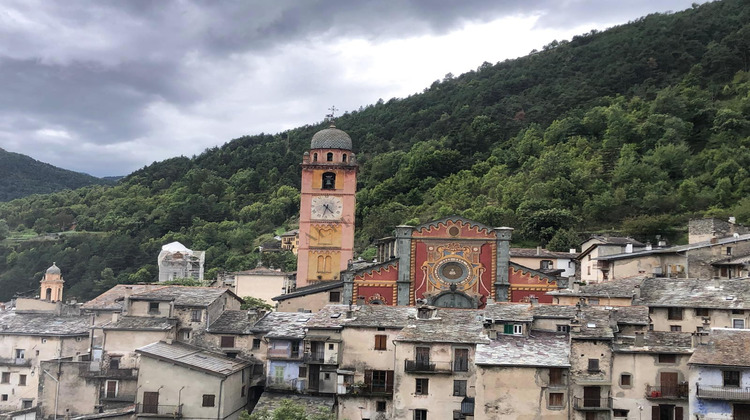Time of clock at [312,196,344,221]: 4:32
